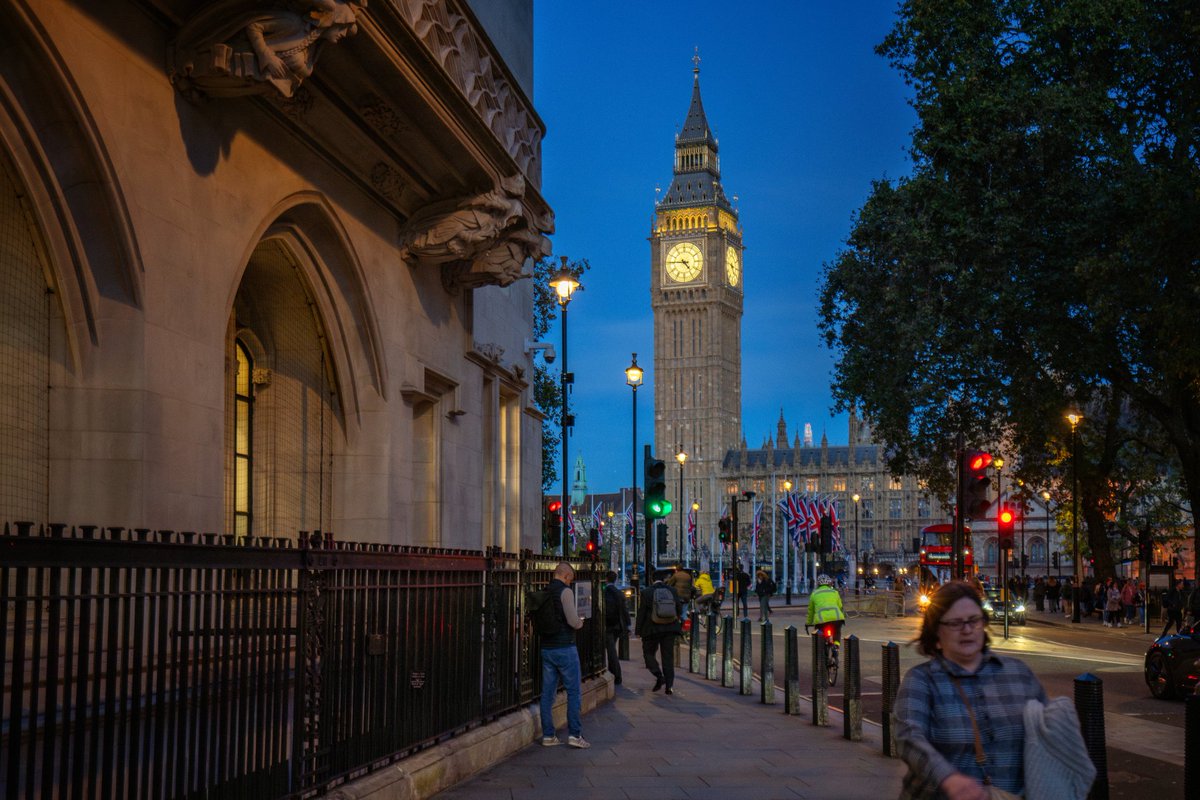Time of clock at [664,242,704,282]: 4:45
